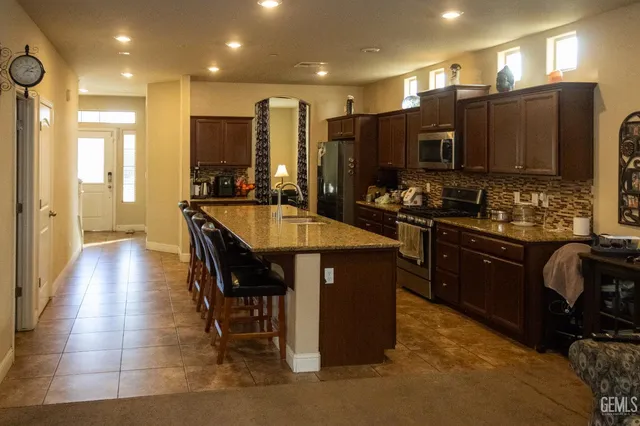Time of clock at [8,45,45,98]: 3:09
